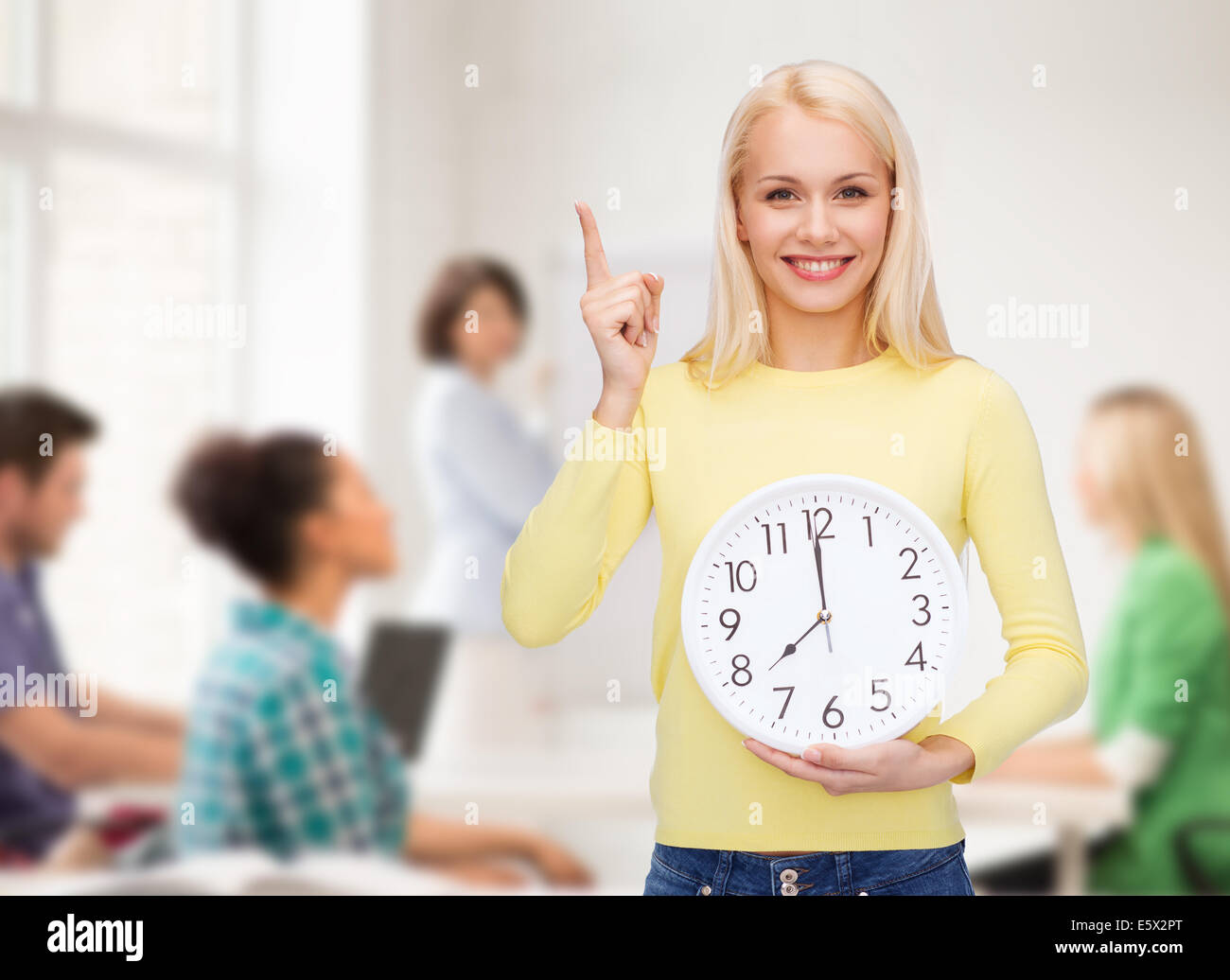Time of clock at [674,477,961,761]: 11:59
